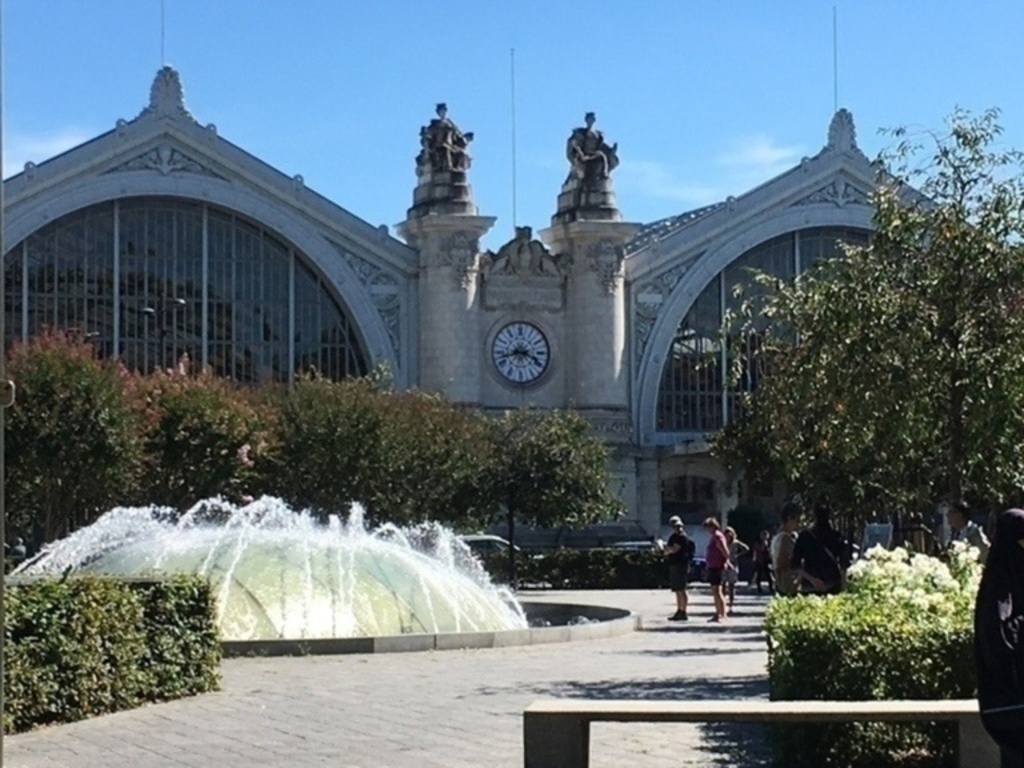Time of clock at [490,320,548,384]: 3:42
